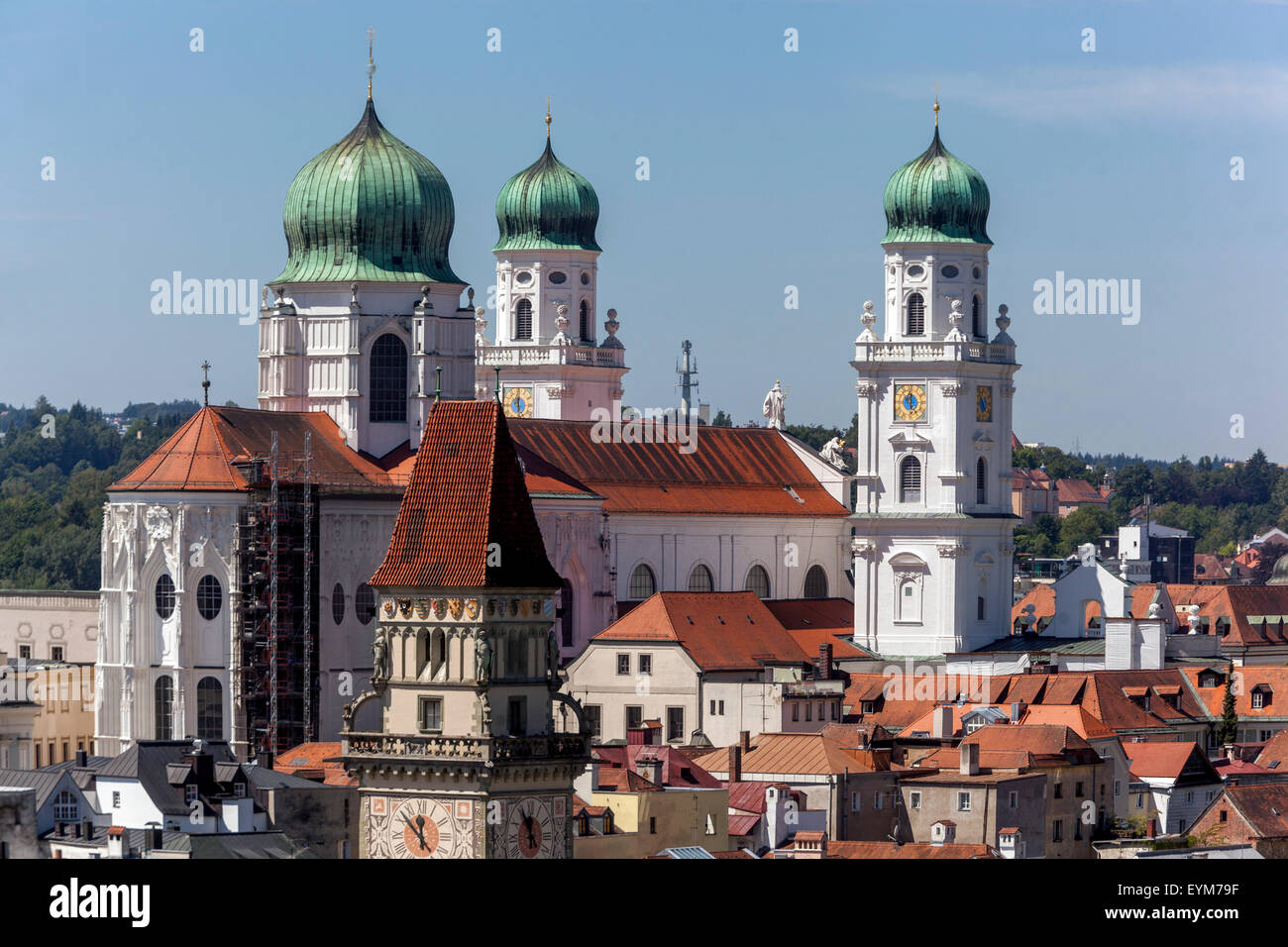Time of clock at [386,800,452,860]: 11:52
